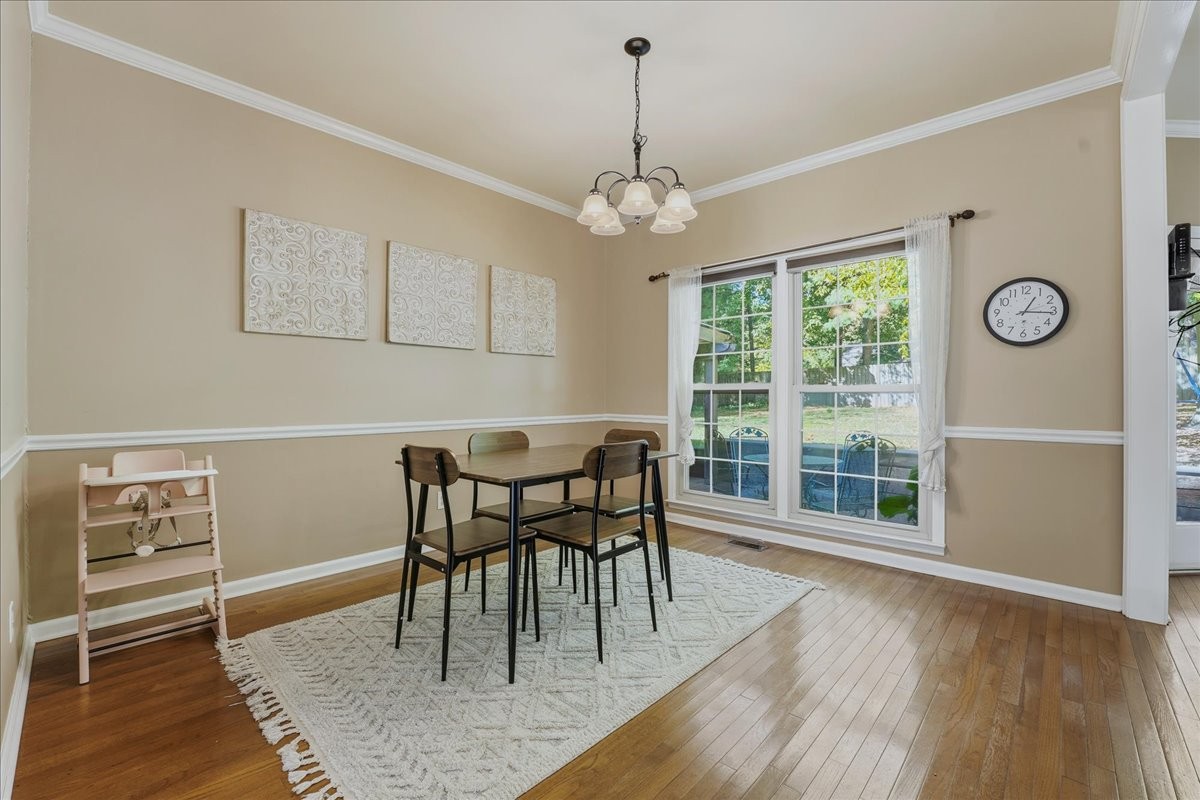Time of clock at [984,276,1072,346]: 1:15
